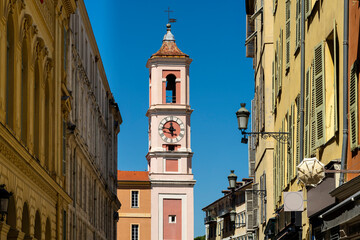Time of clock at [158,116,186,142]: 11:46
